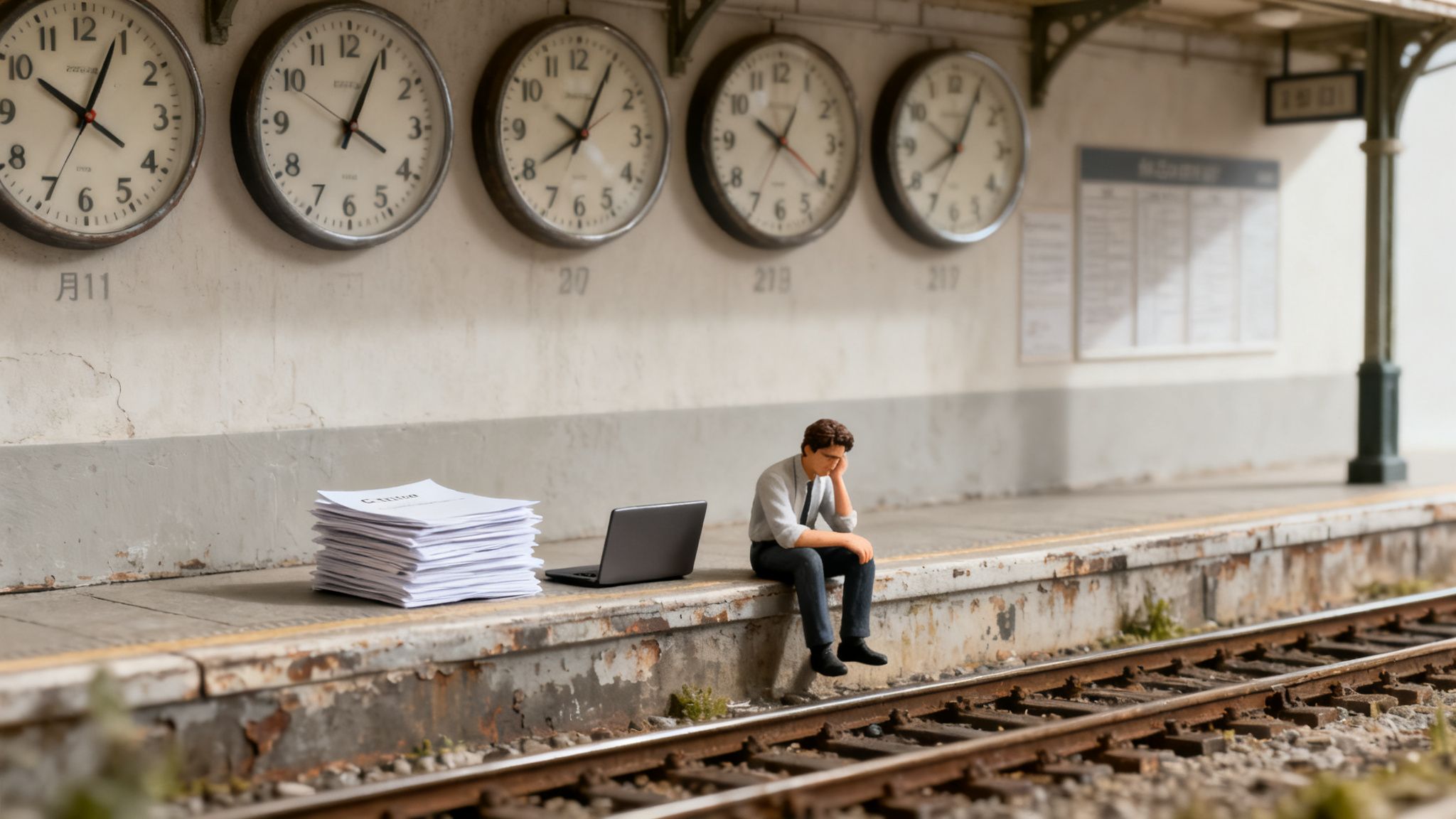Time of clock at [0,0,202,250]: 10:04
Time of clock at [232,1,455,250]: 4:04
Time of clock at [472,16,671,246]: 8:04
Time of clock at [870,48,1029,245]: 8:04
